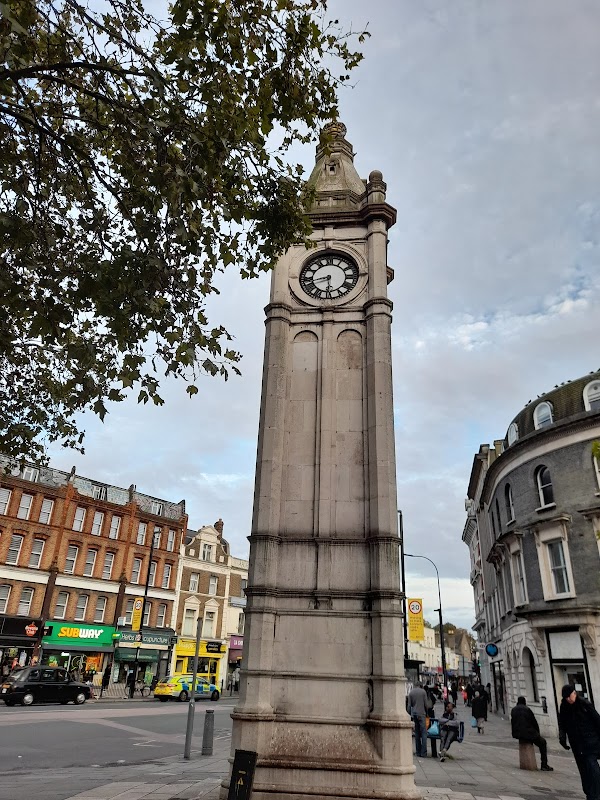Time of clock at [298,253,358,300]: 8:29
